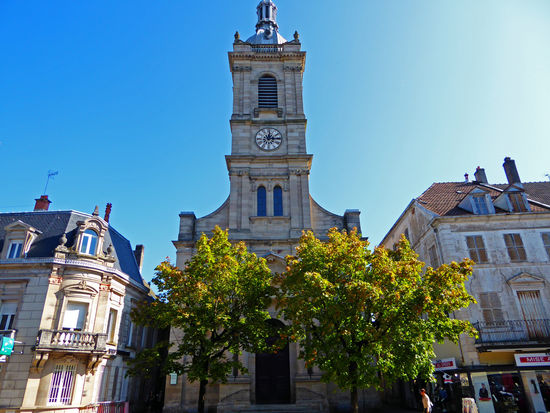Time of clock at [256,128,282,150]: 12:14
